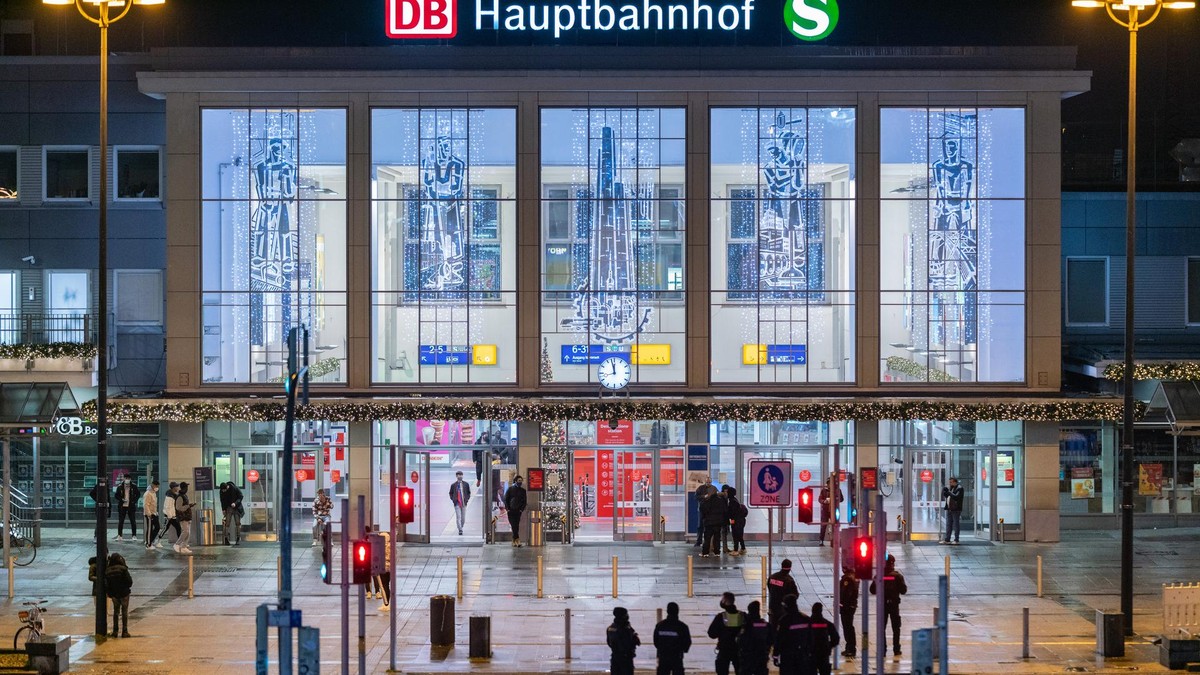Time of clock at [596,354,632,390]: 11:57
